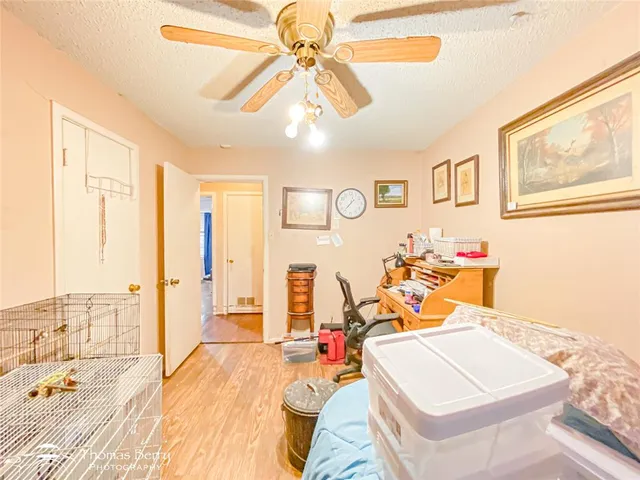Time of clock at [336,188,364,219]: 1:36
